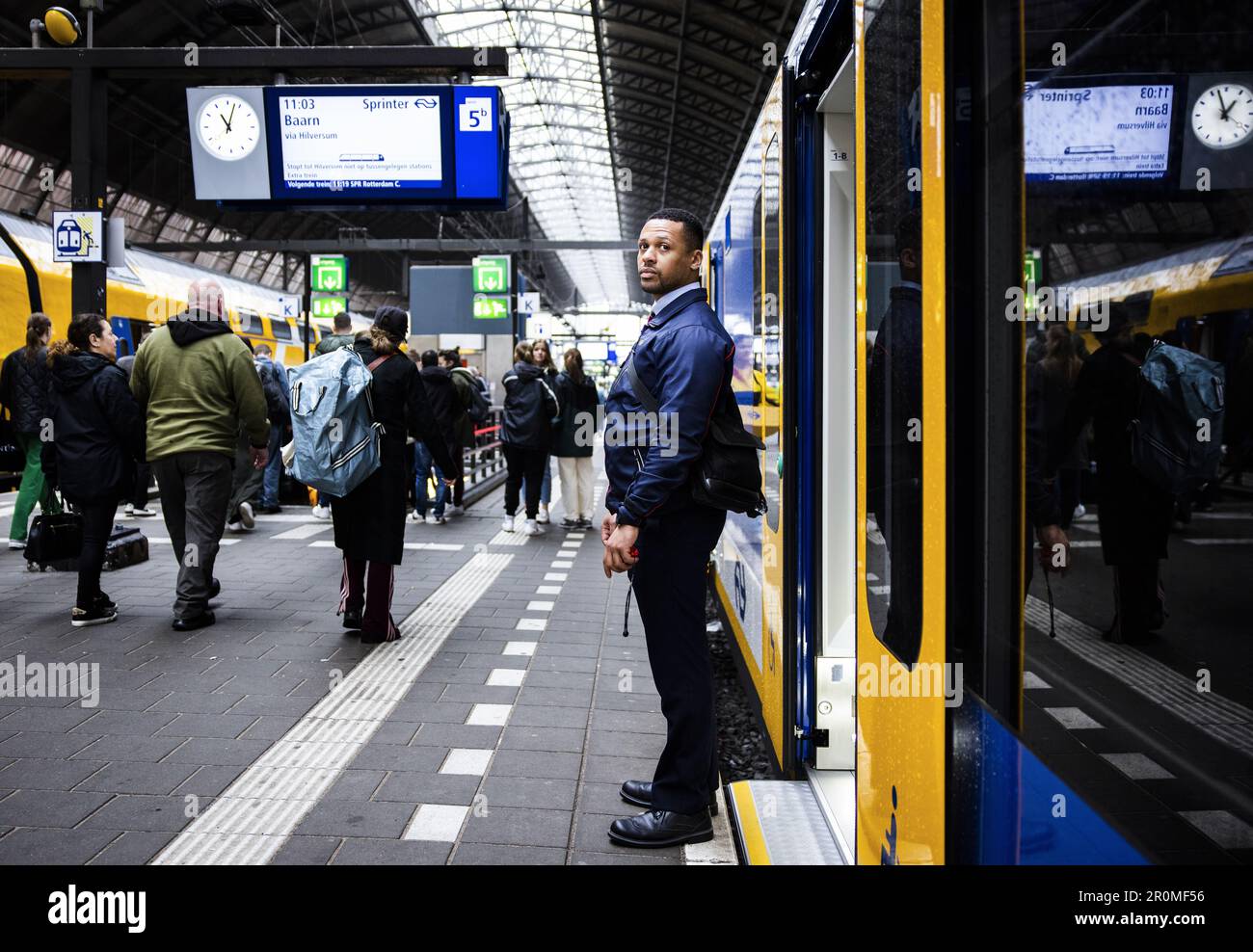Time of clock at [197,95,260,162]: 11:02
